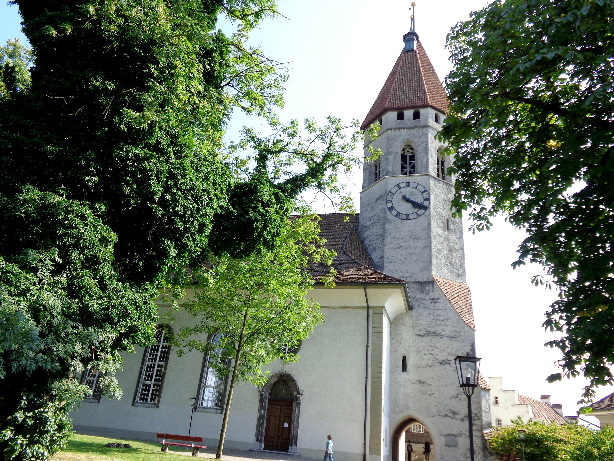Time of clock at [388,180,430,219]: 4:19
